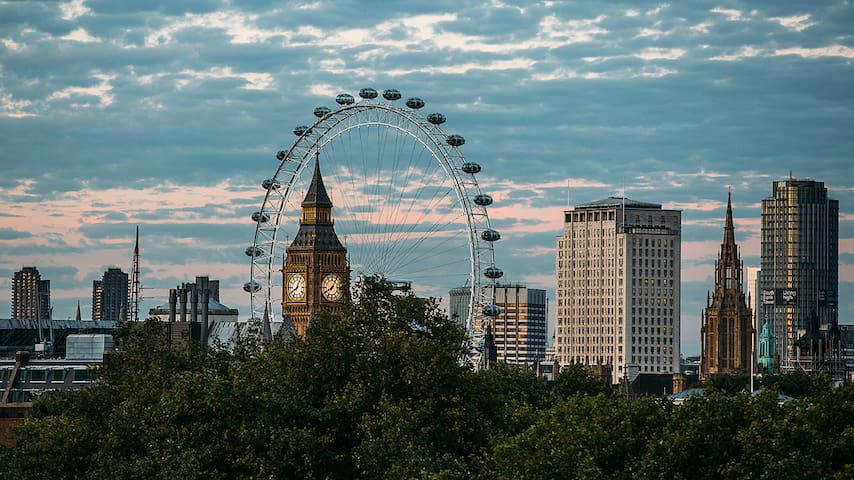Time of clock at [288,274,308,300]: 8:04
